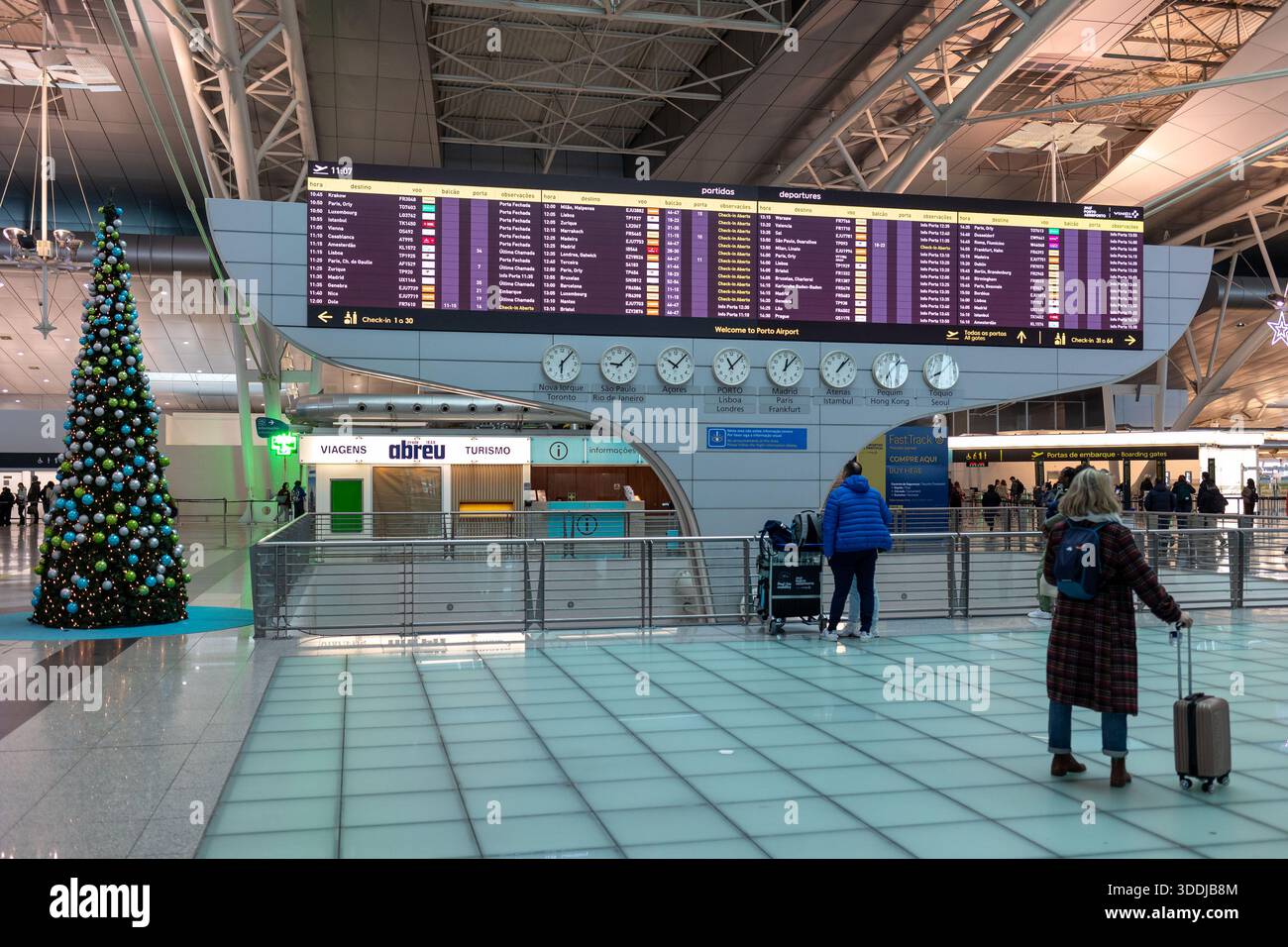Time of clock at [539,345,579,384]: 6:07
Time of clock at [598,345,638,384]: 9:07
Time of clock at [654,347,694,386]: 10:07
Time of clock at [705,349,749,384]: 11:07
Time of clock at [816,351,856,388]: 1:07
